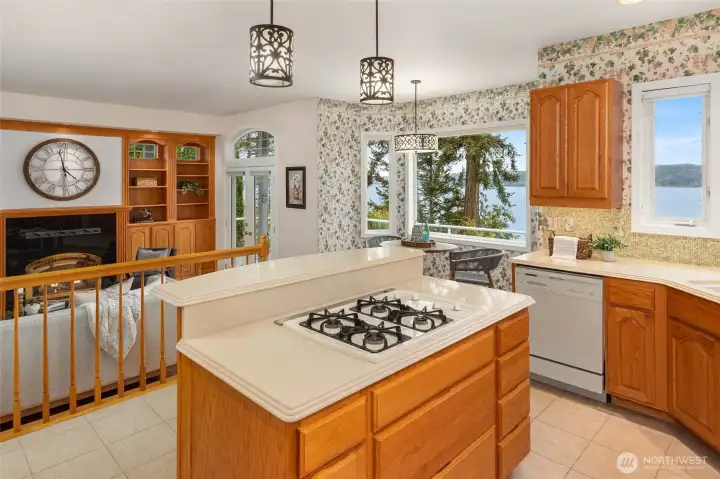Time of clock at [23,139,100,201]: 3:58
